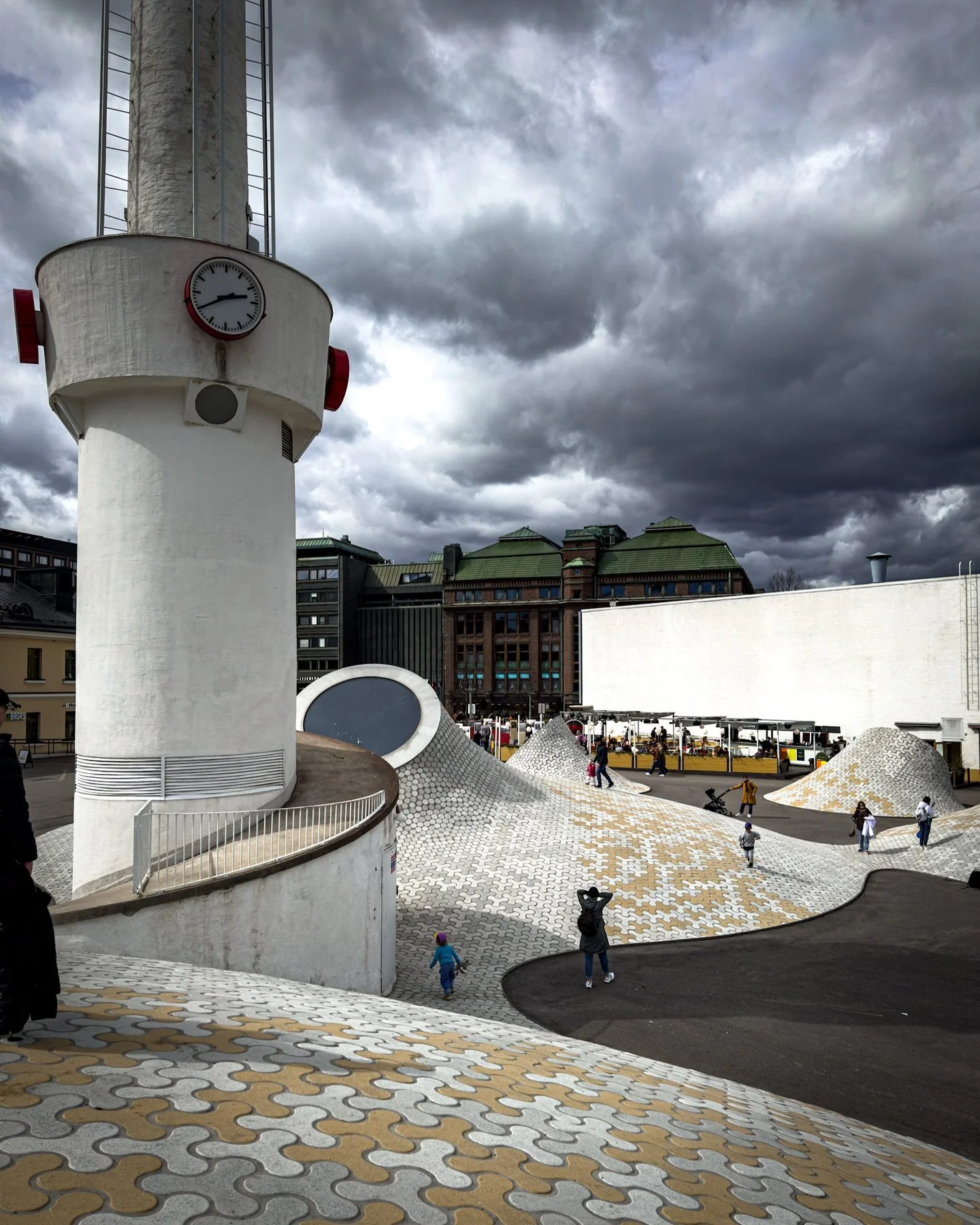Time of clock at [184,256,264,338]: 2:40
